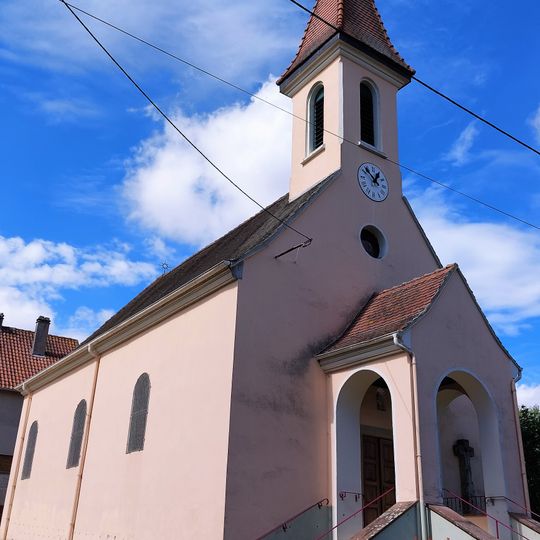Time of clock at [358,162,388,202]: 12:52
